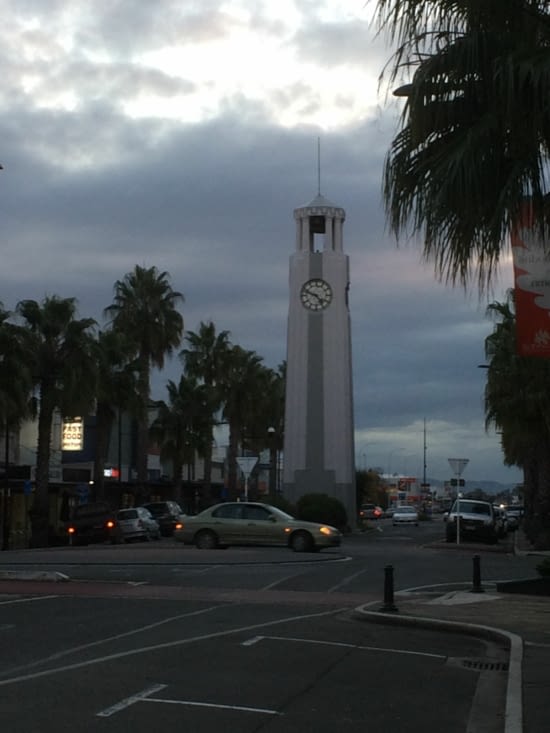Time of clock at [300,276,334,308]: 4:48
